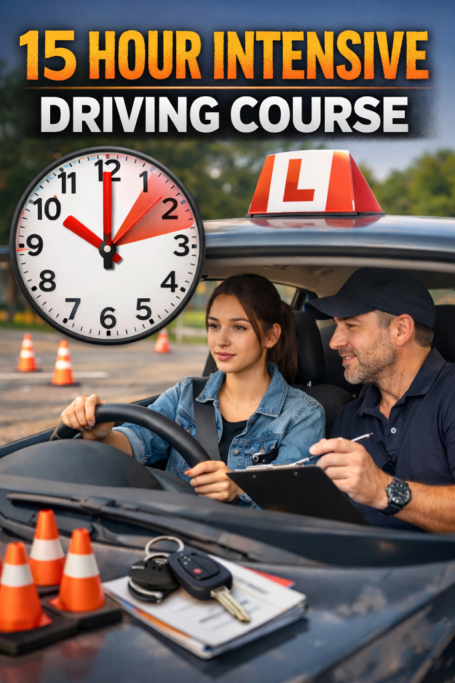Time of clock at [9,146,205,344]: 10:00
